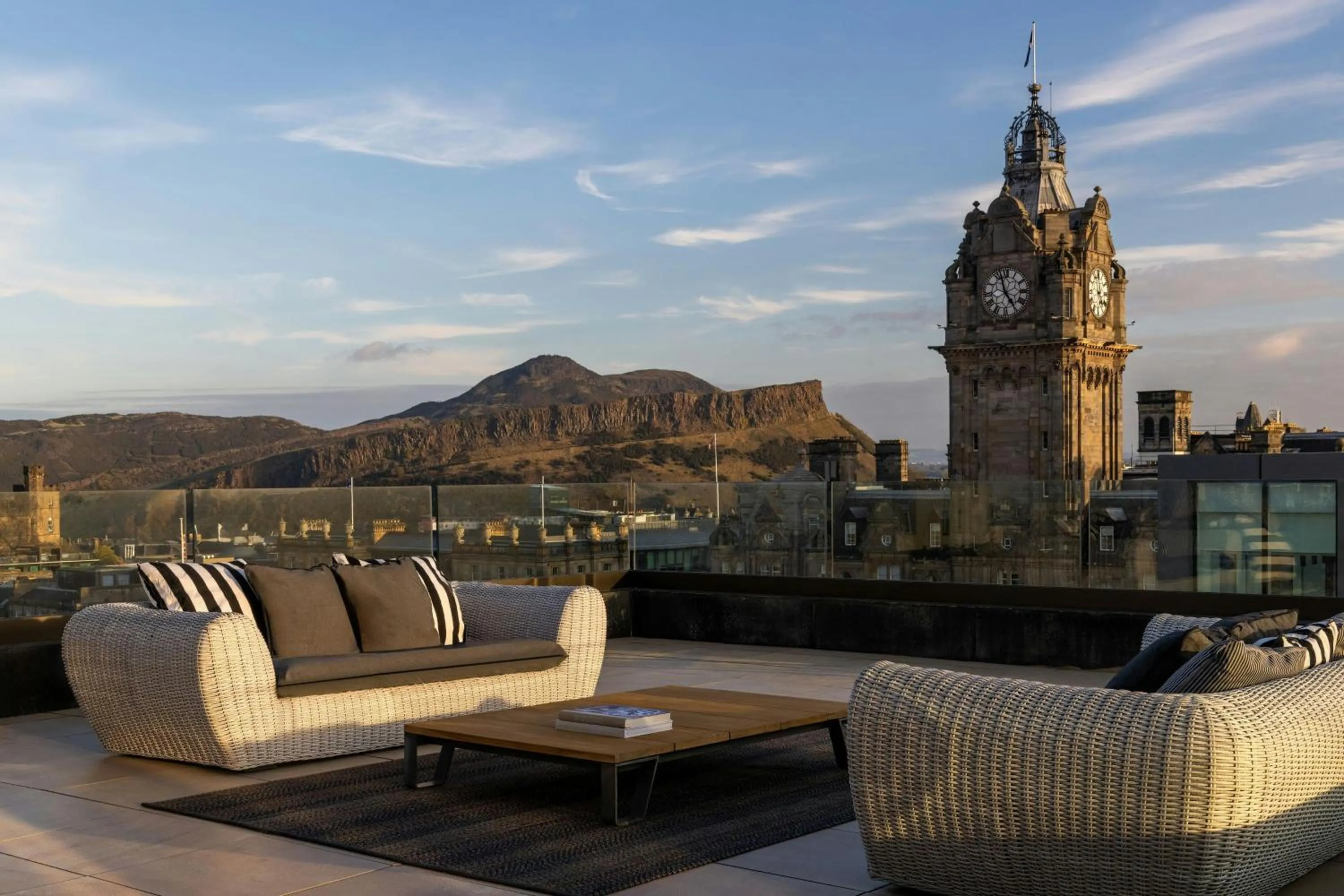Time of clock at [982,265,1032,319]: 4:57
